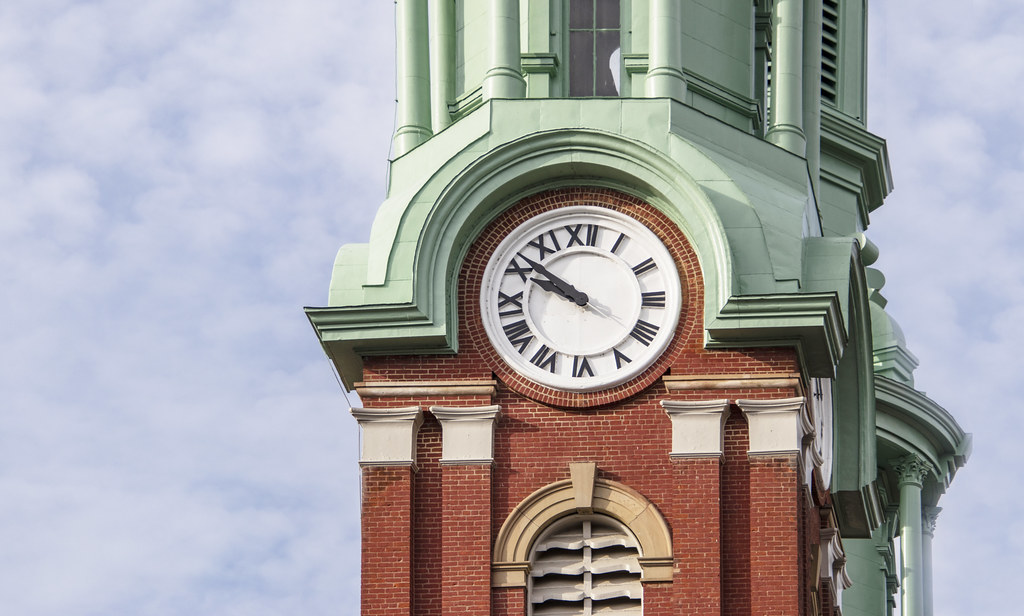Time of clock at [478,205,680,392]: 9:51
